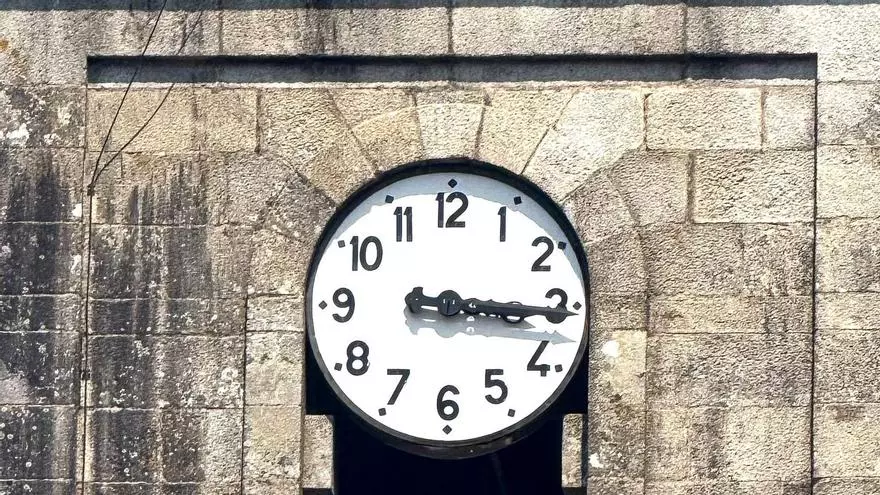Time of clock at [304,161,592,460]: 3:15
